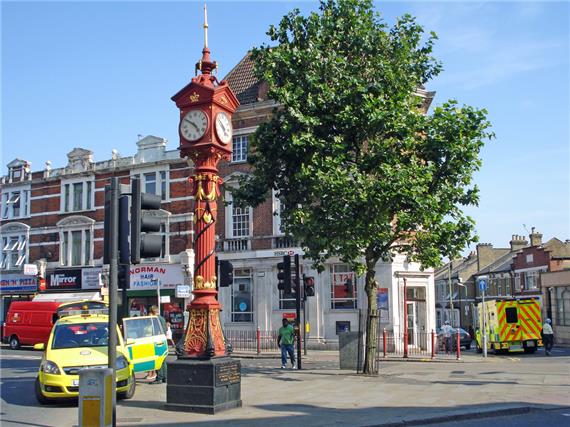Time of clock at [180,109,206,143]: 4:50
